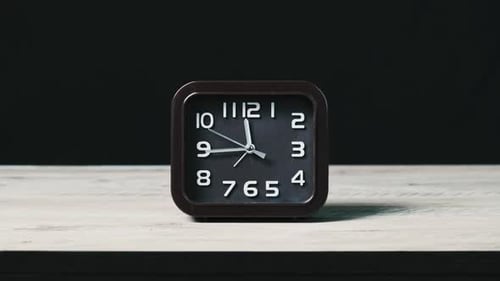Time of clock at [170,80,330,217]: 11:44
